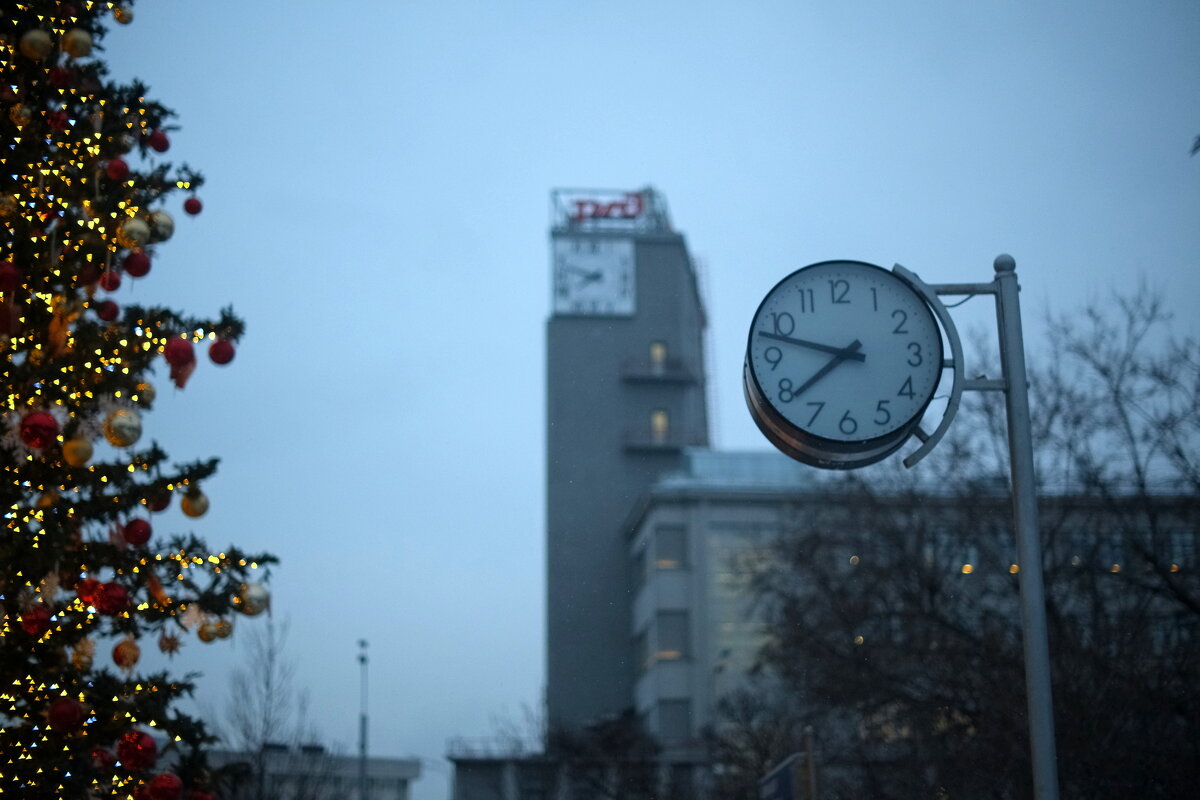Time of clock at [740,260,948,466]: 7:47
